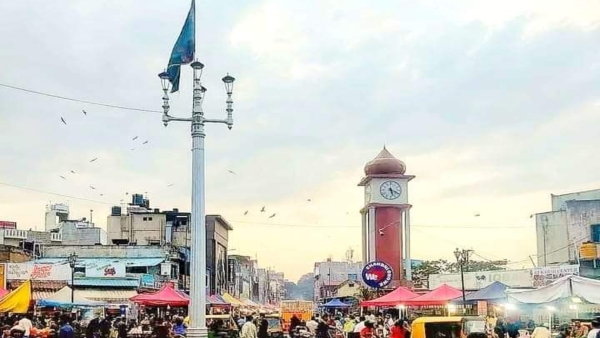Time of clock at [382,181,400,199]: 5:18
